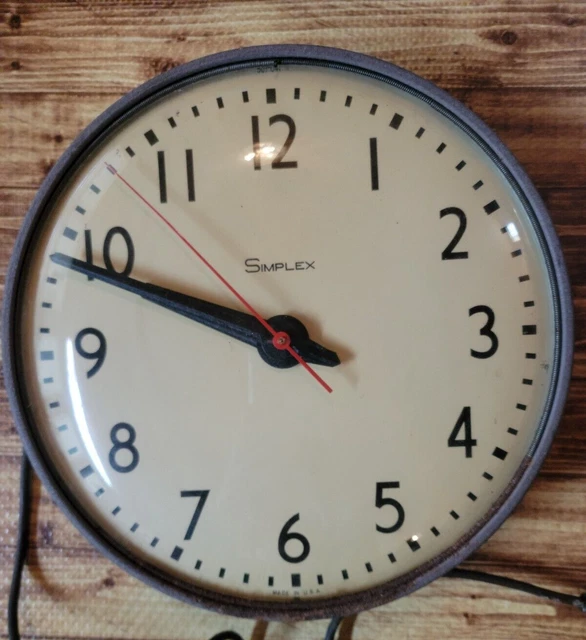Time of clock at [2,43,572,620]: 9:48
